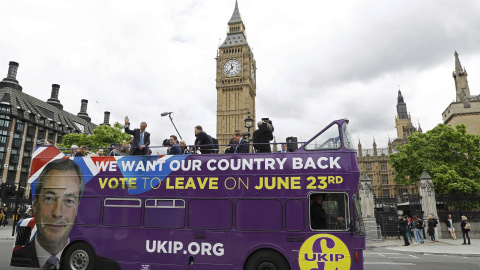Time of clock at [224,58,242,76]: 11:37
